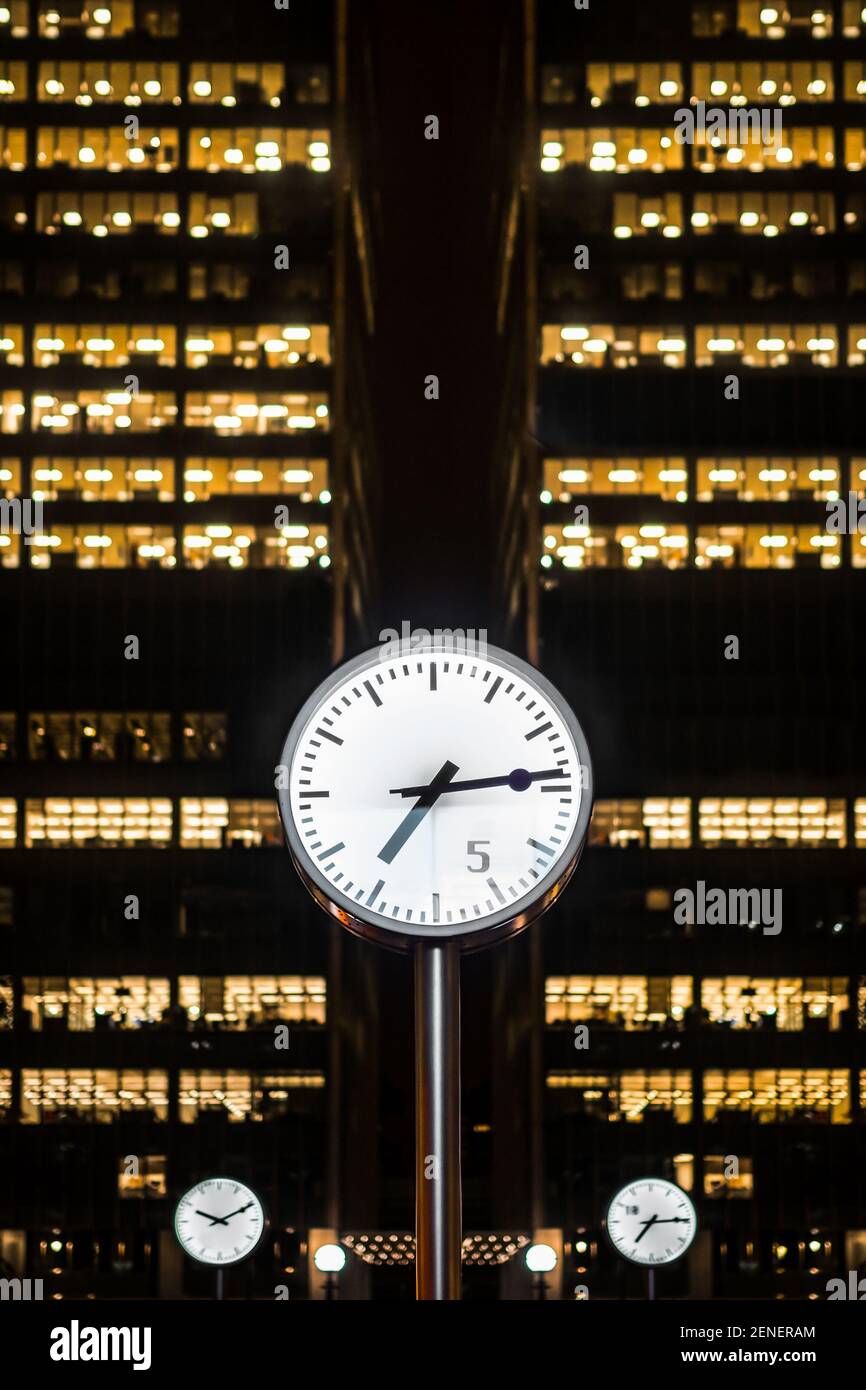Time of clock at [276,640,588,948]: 7:14
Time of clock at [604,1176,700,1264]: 7:14
